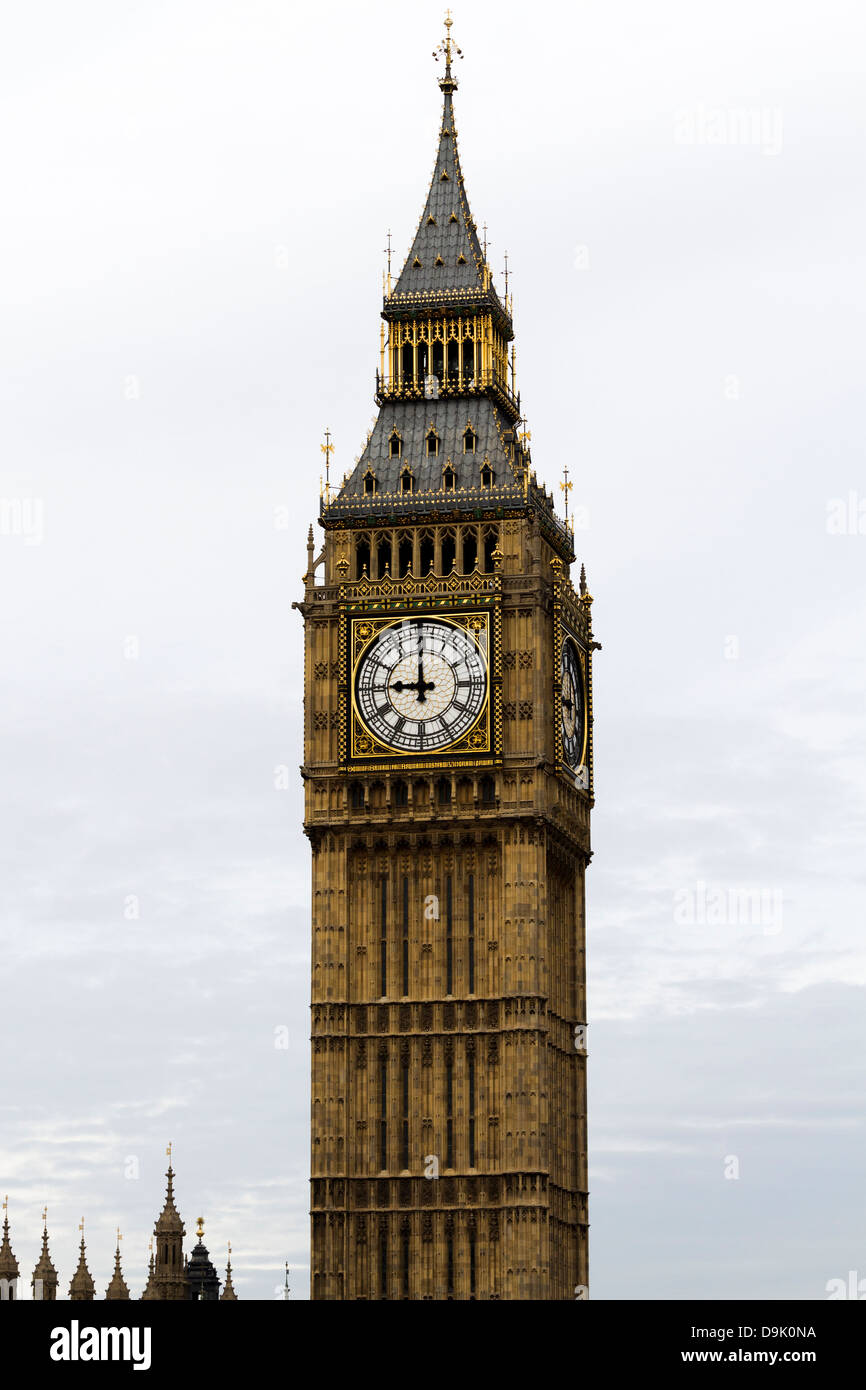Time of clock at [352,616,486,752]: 8:59
